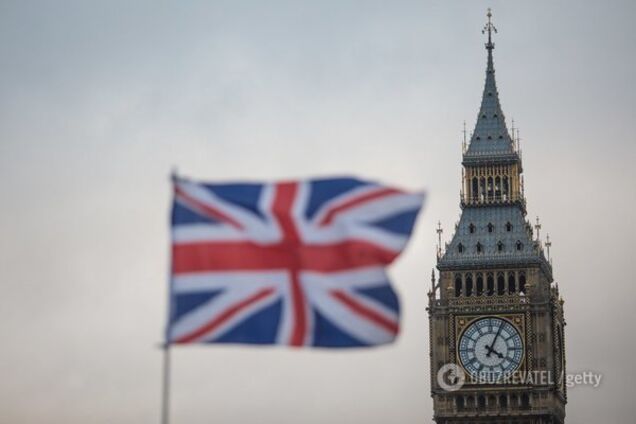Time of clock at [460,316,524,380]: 4:04
